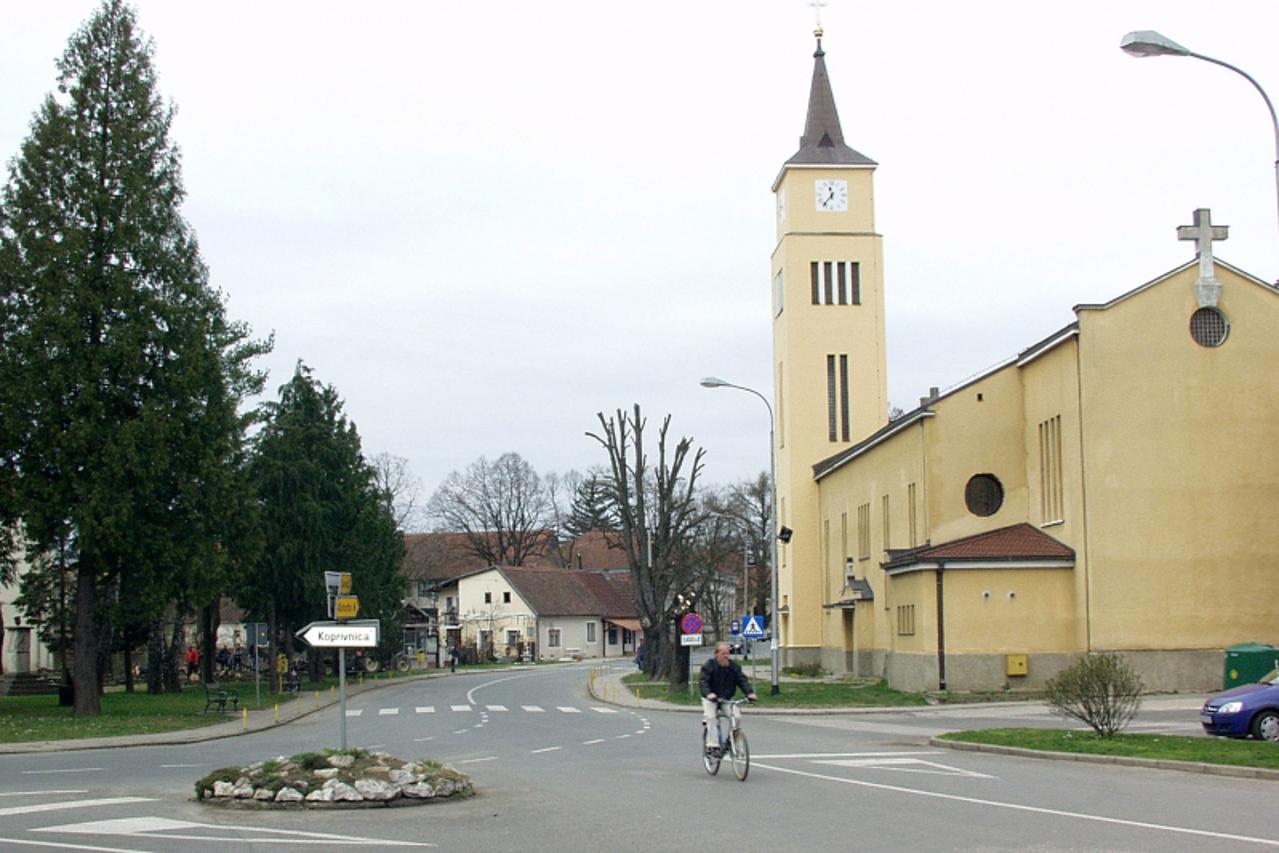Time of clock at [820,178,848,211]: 11:36
